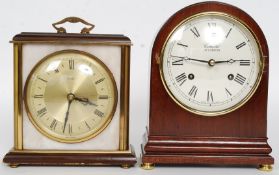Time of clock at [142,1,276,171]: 2:46
